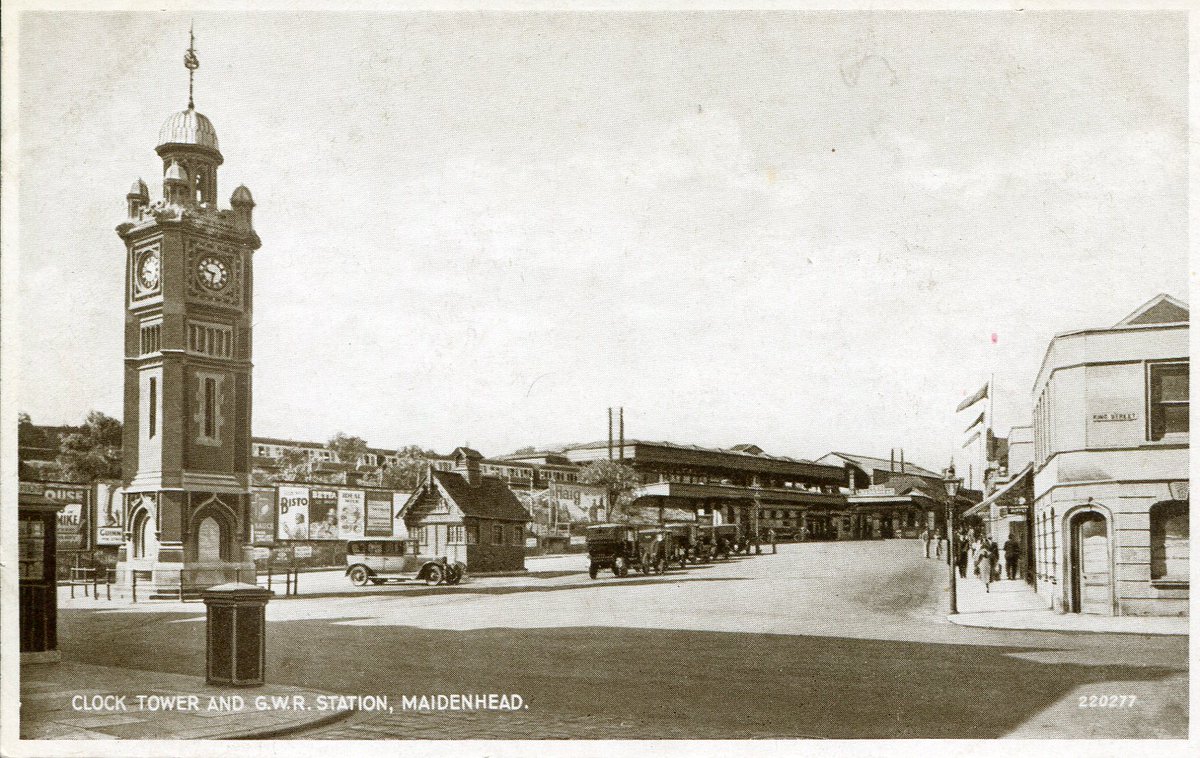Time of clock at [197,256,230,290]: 9:32
